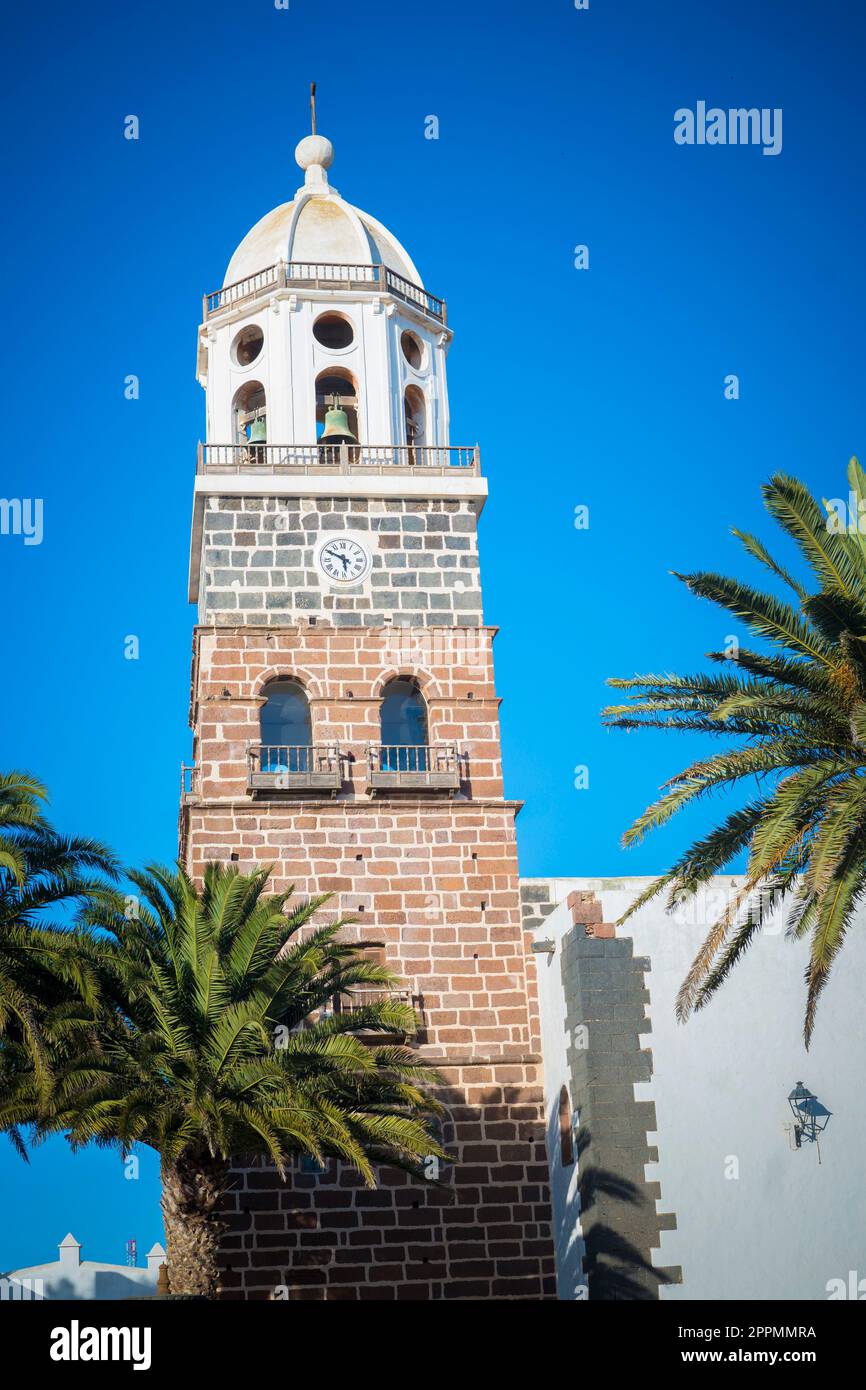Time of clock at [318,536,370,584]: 5:49
